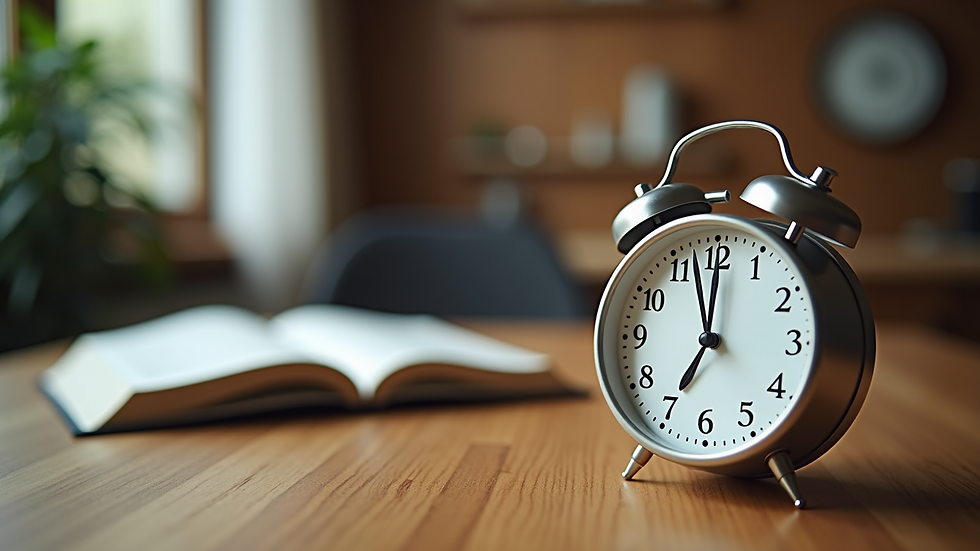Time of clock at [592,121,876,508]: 6:57
